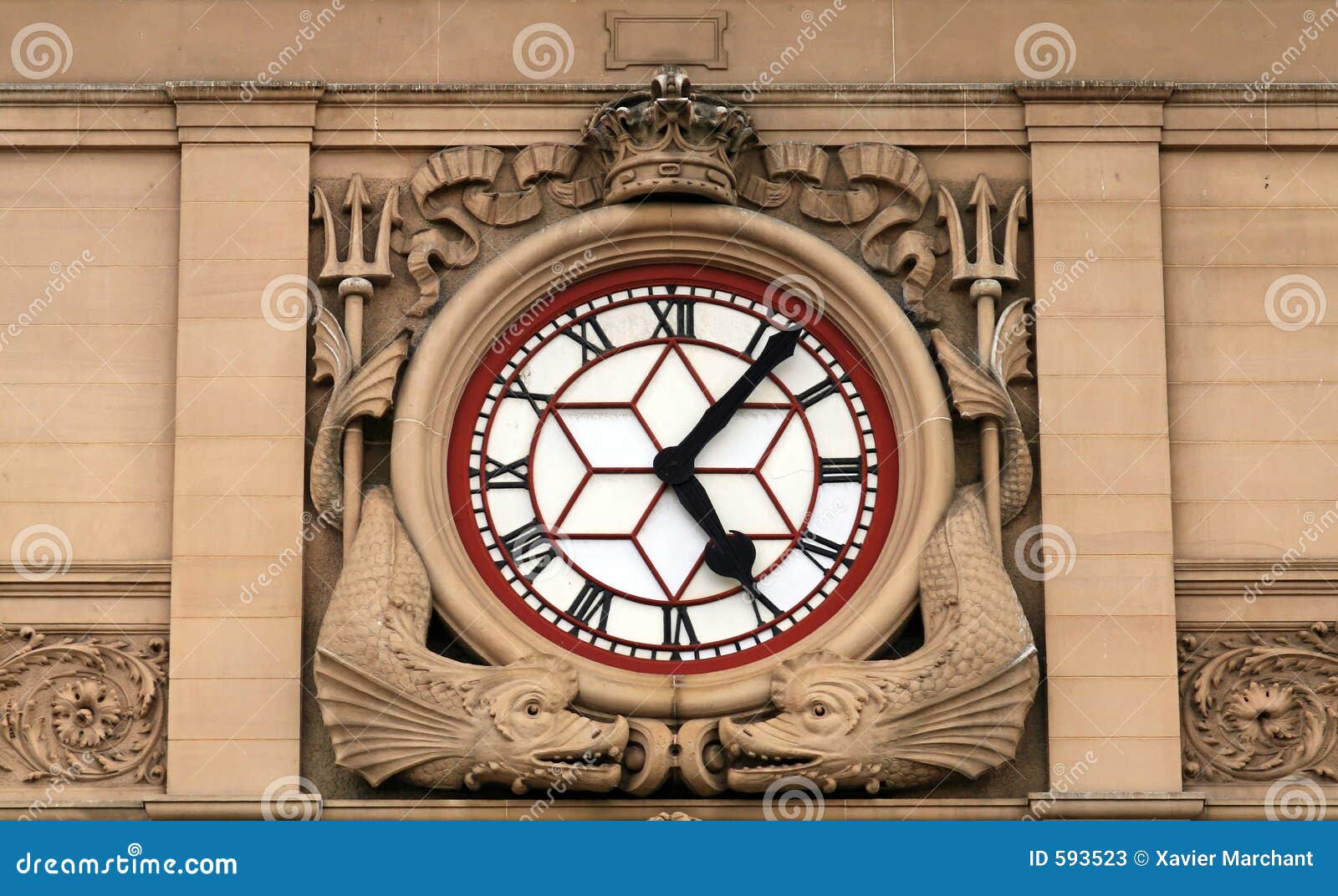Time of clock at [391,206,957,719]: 5:06
